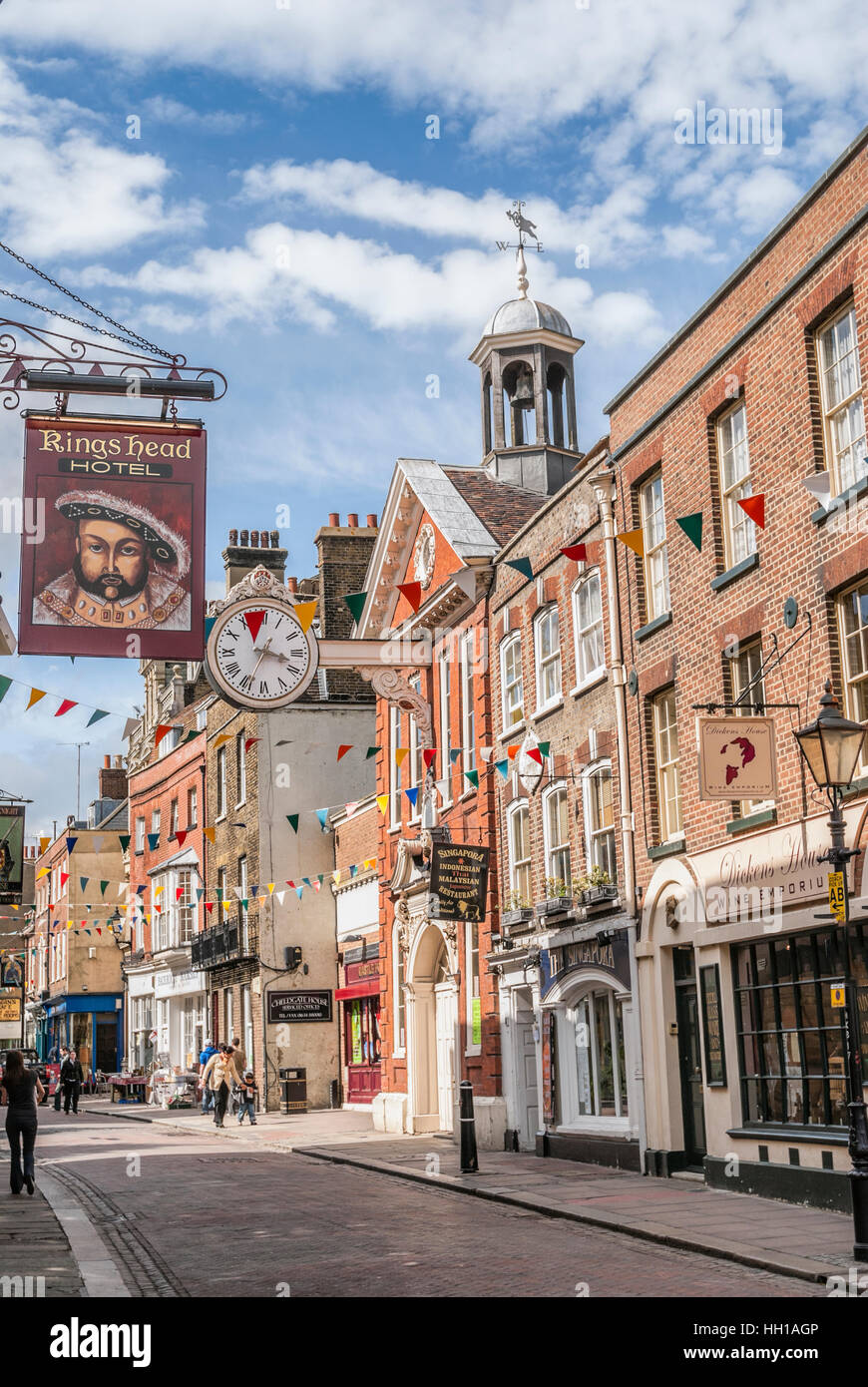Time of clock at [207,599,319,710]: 3:34
